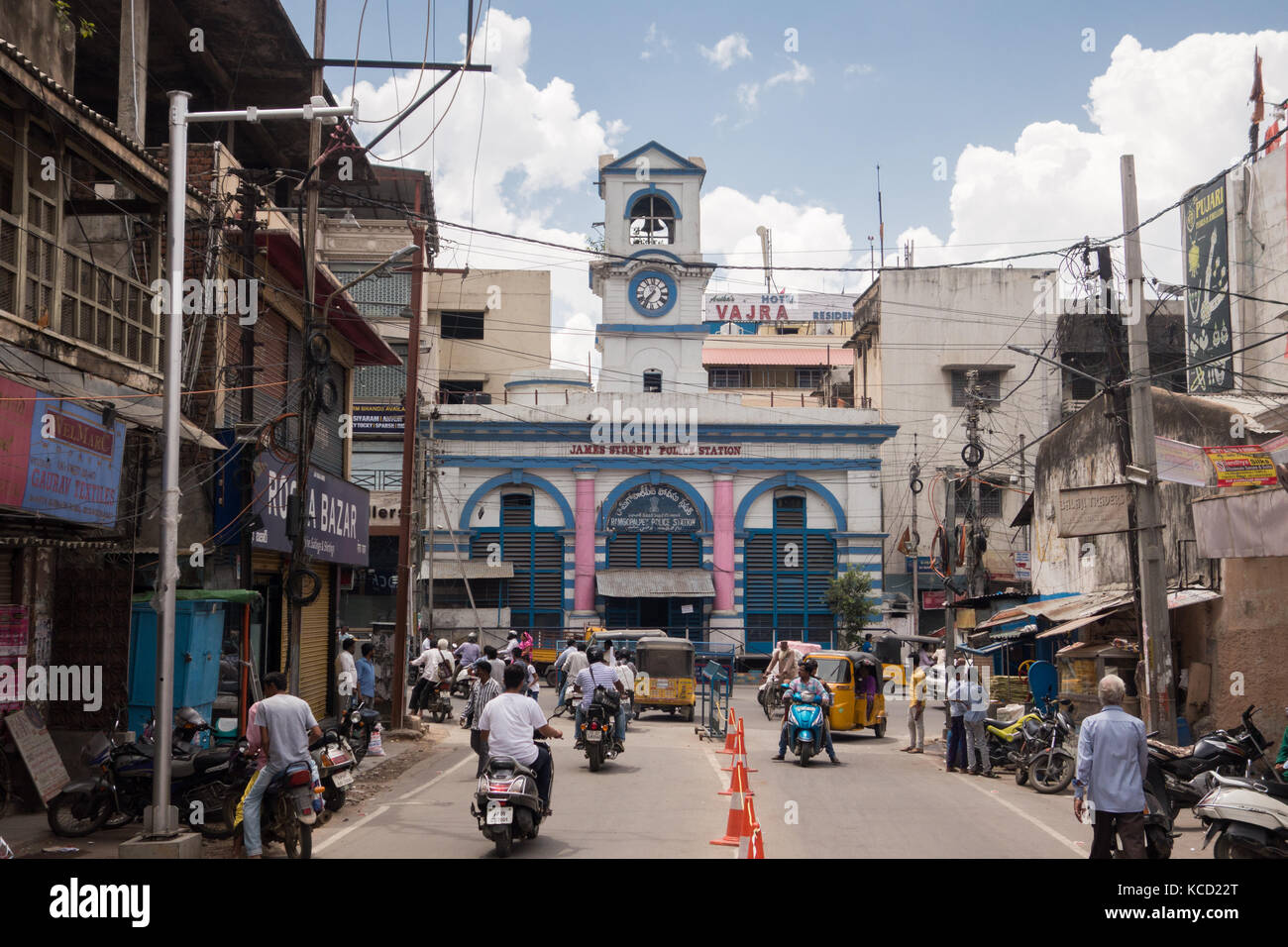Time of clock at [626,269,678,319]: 7:34
